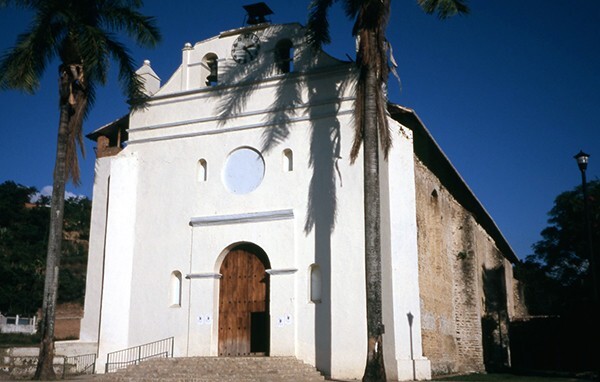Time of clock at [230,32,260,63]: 2:23
